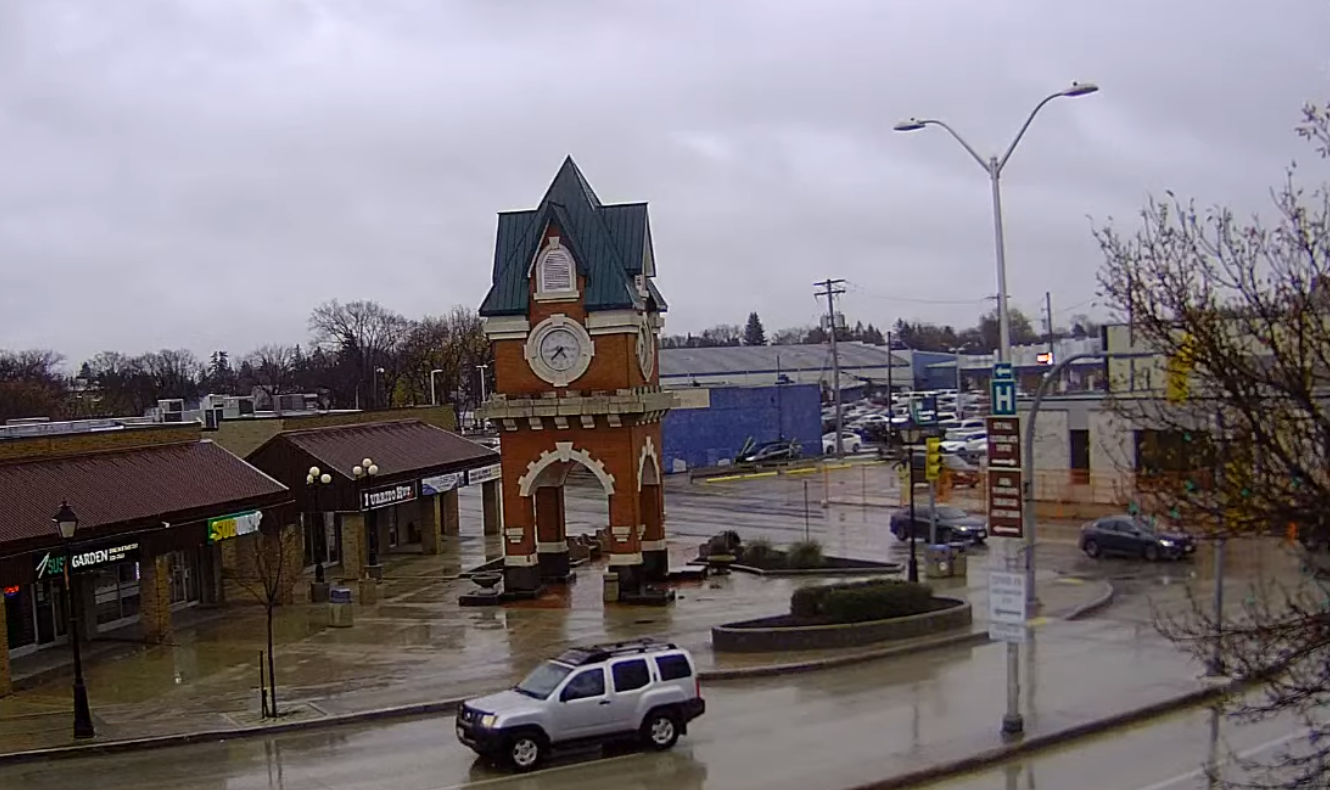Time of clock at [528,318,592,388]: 4:37
